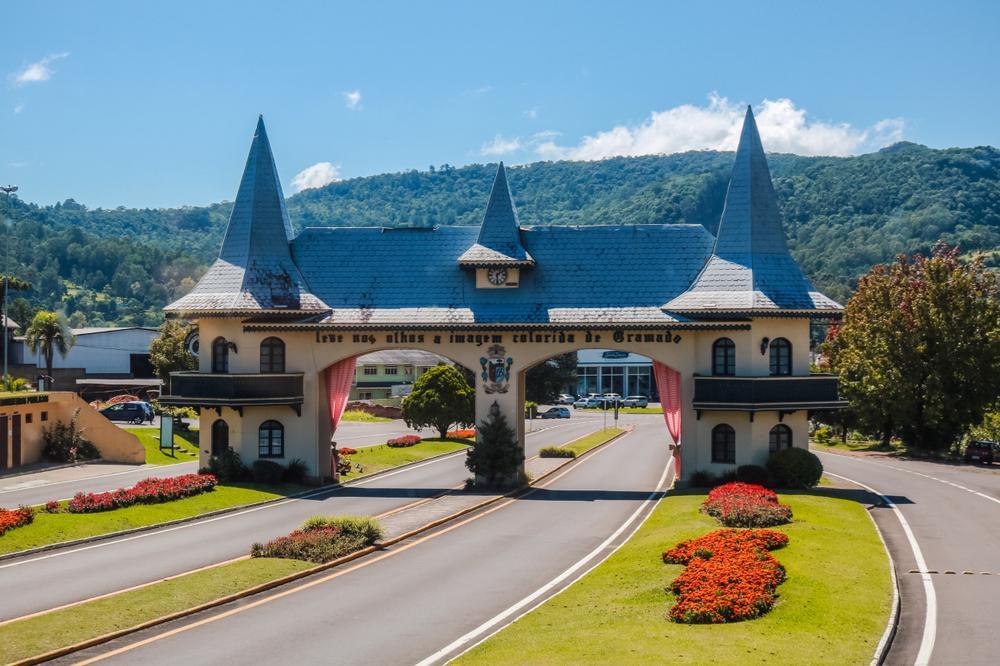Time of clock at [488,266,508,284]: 1:30
